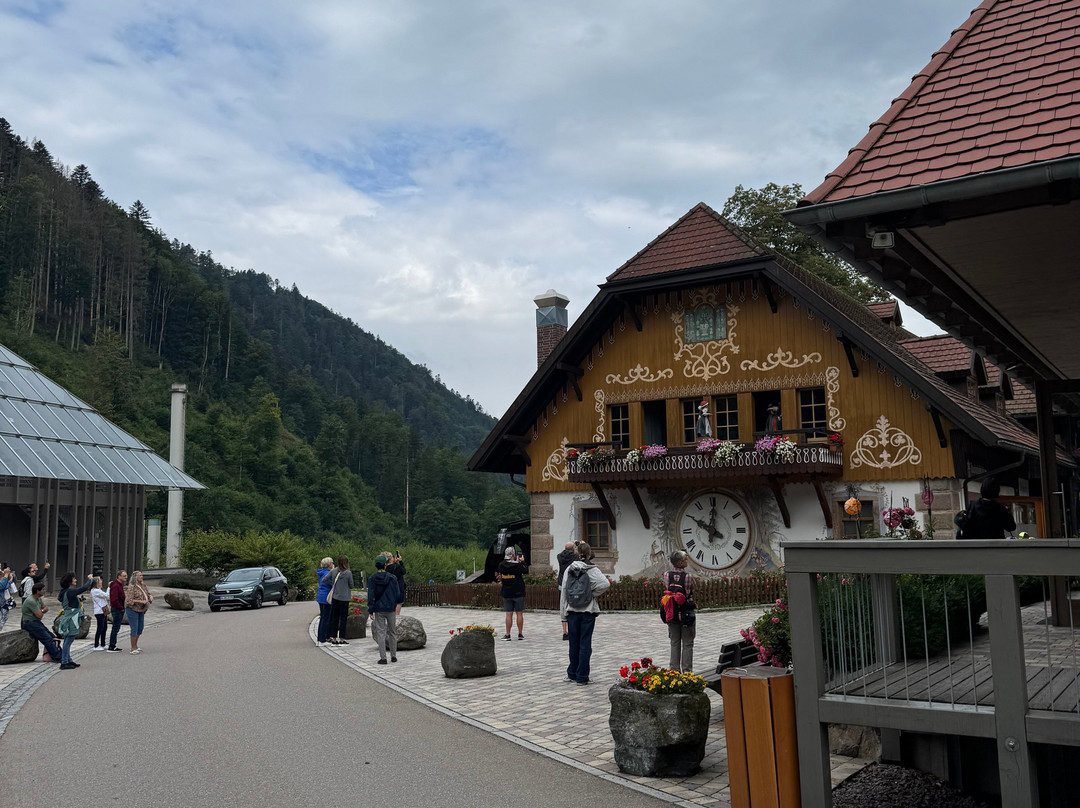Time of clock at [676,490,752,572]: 10:00
